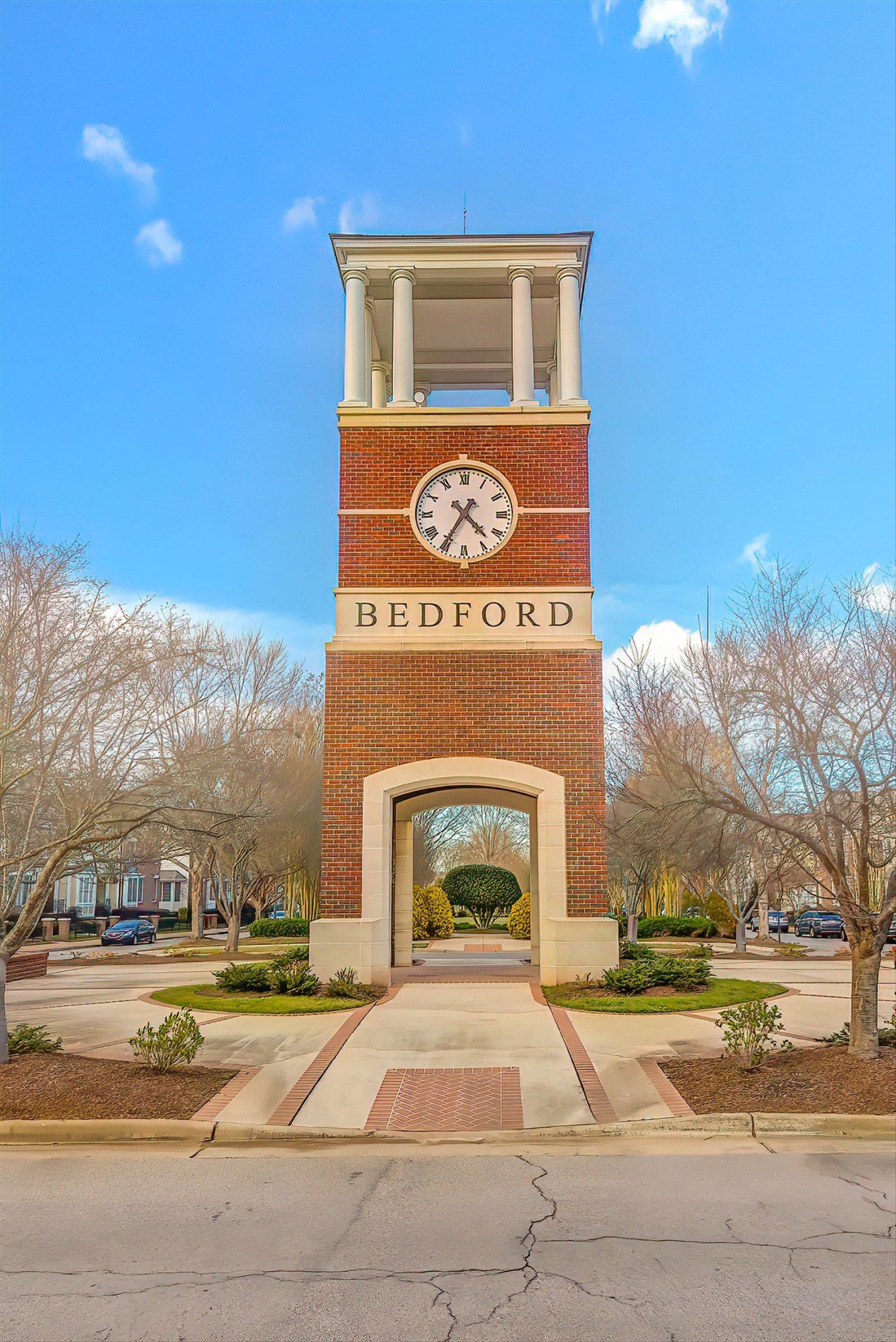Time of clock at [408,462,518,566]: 4:35
